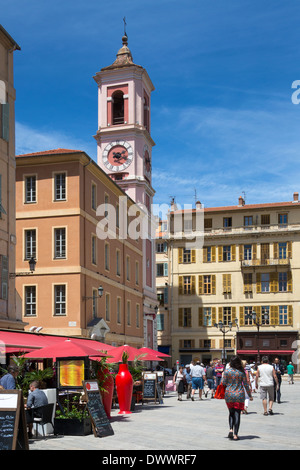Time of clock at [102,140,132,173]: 2:18
